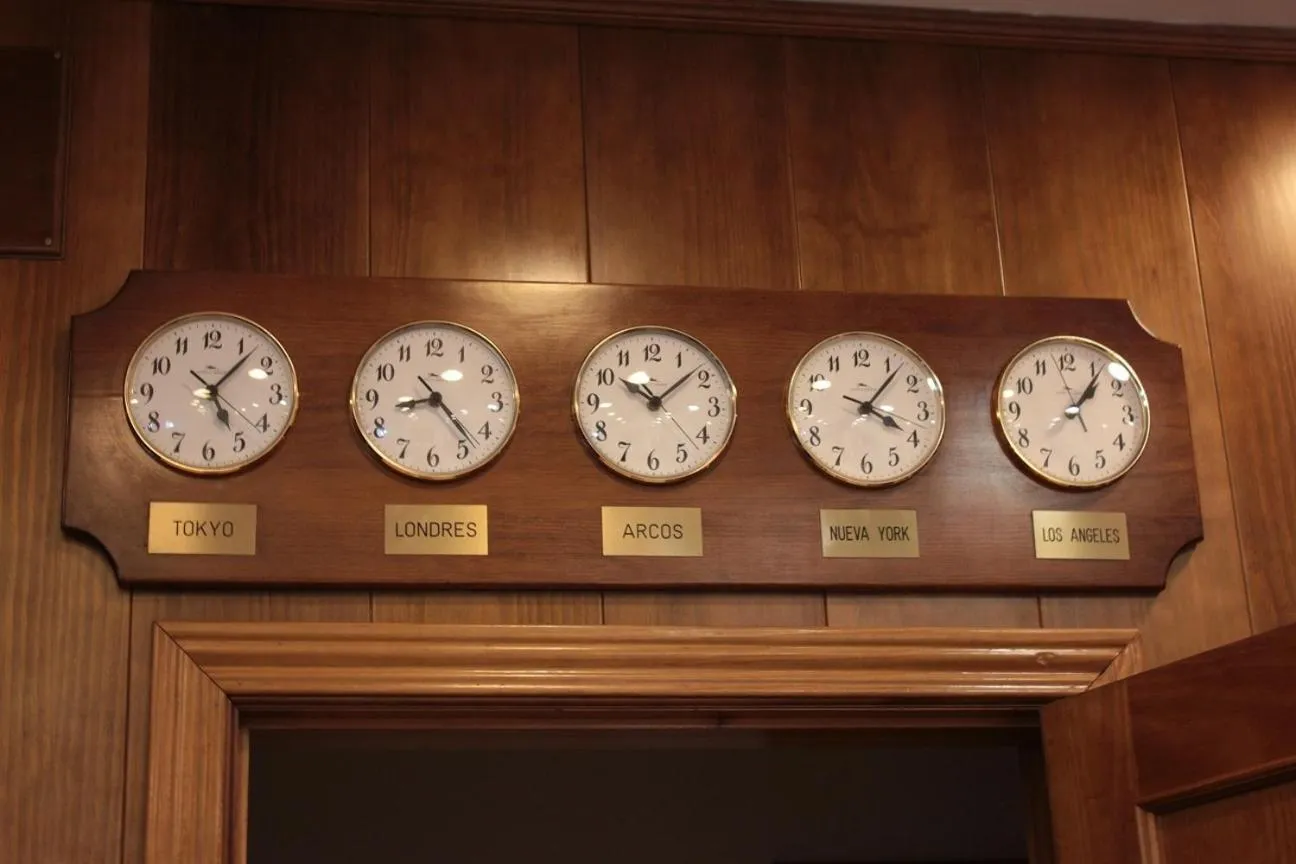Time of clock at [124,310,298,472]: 5:07
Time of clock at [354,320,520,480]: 8:23
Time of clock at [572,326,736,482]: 10:08
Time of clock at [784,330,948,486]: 4:06
